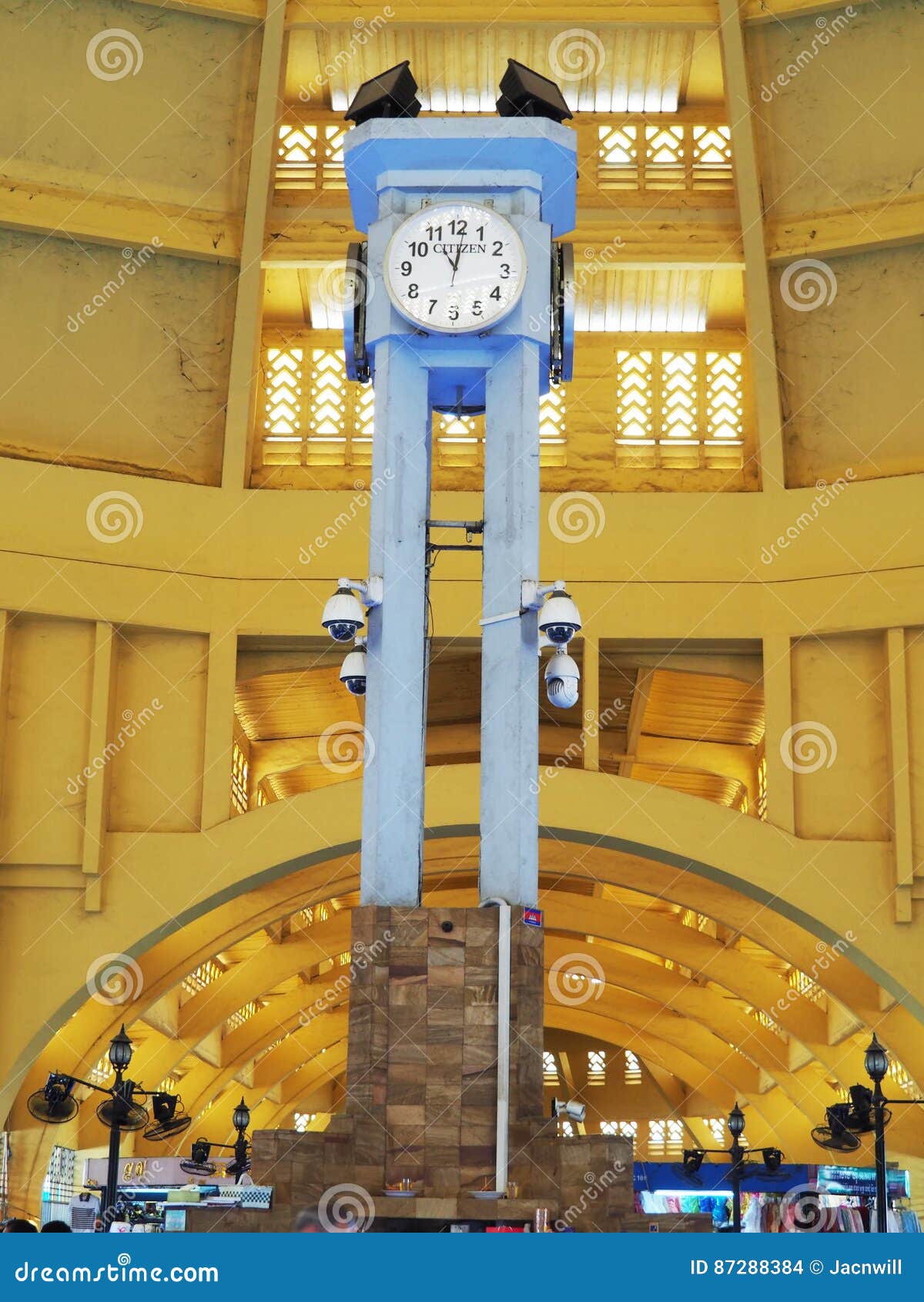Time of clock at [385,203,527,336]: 11:01
